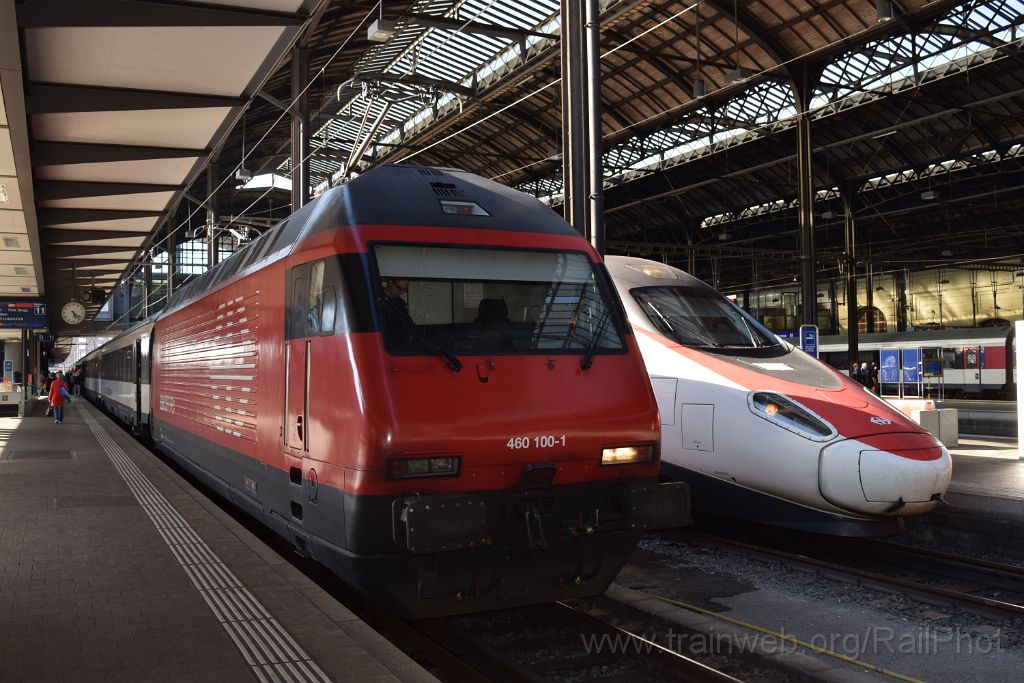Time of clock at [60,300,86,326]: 5:22
